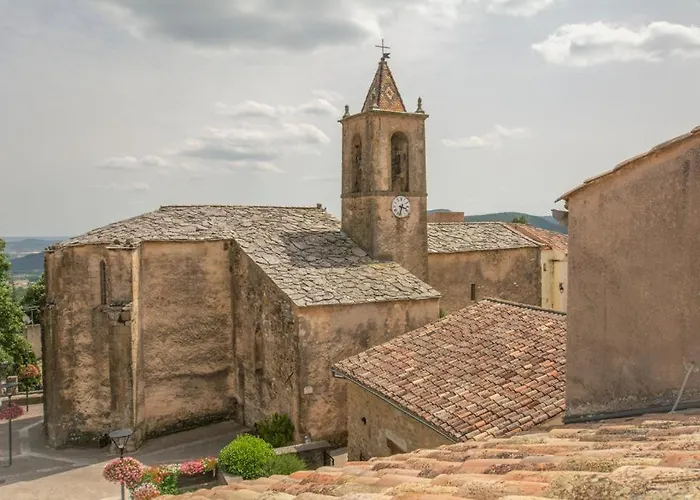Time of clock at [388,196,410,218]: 3:32
